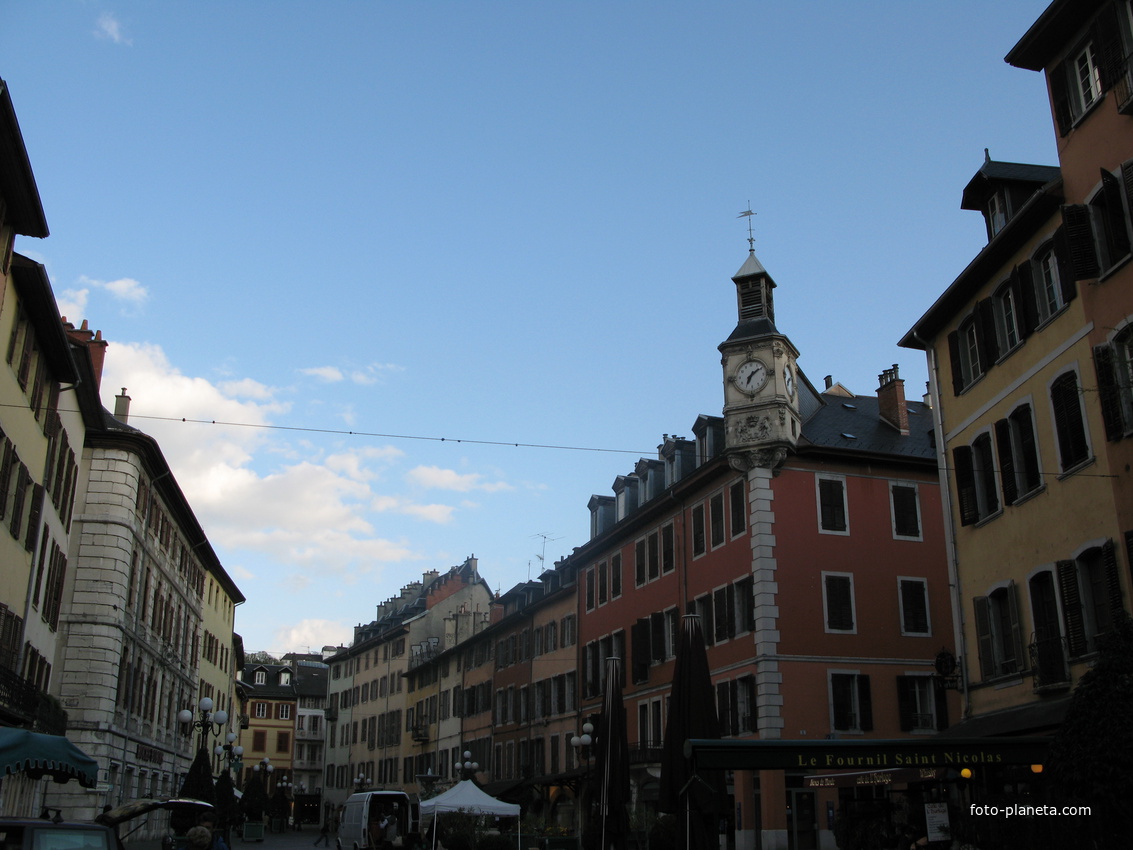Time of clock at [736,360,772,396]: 7:09
